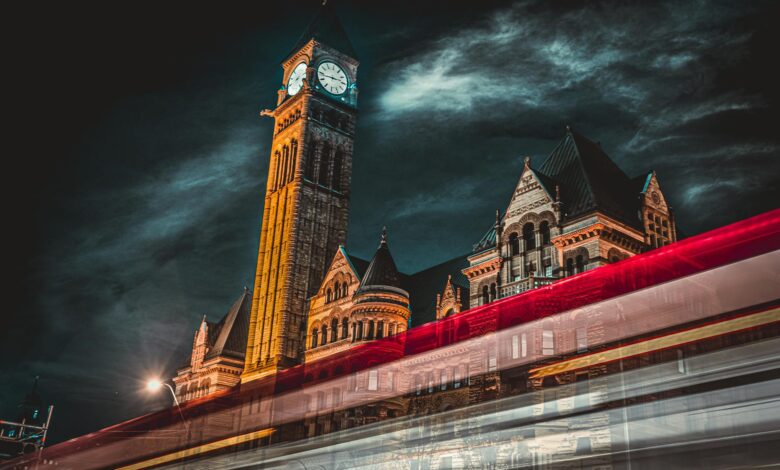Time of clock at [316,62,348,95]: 2:43
